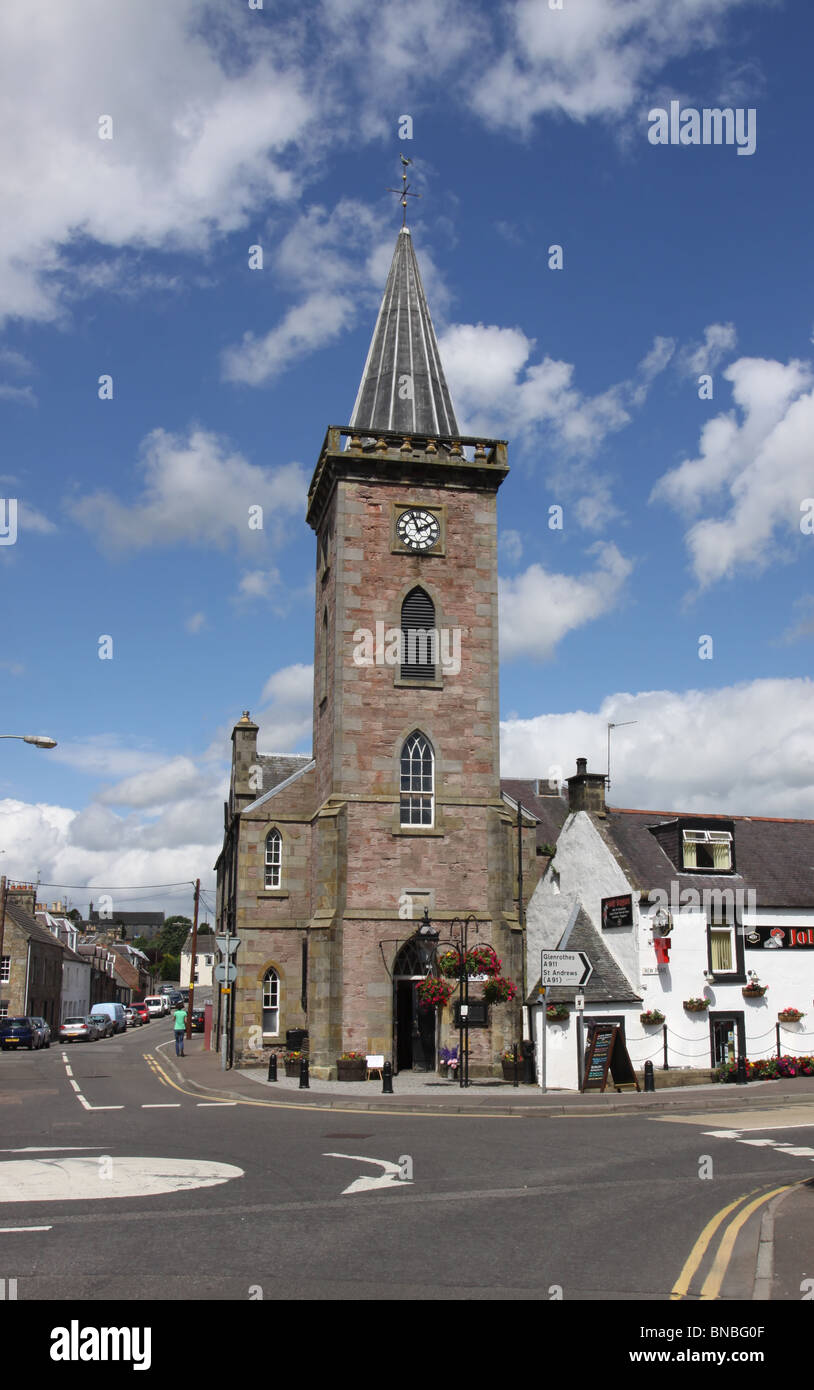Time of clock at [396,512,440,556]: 1:56
